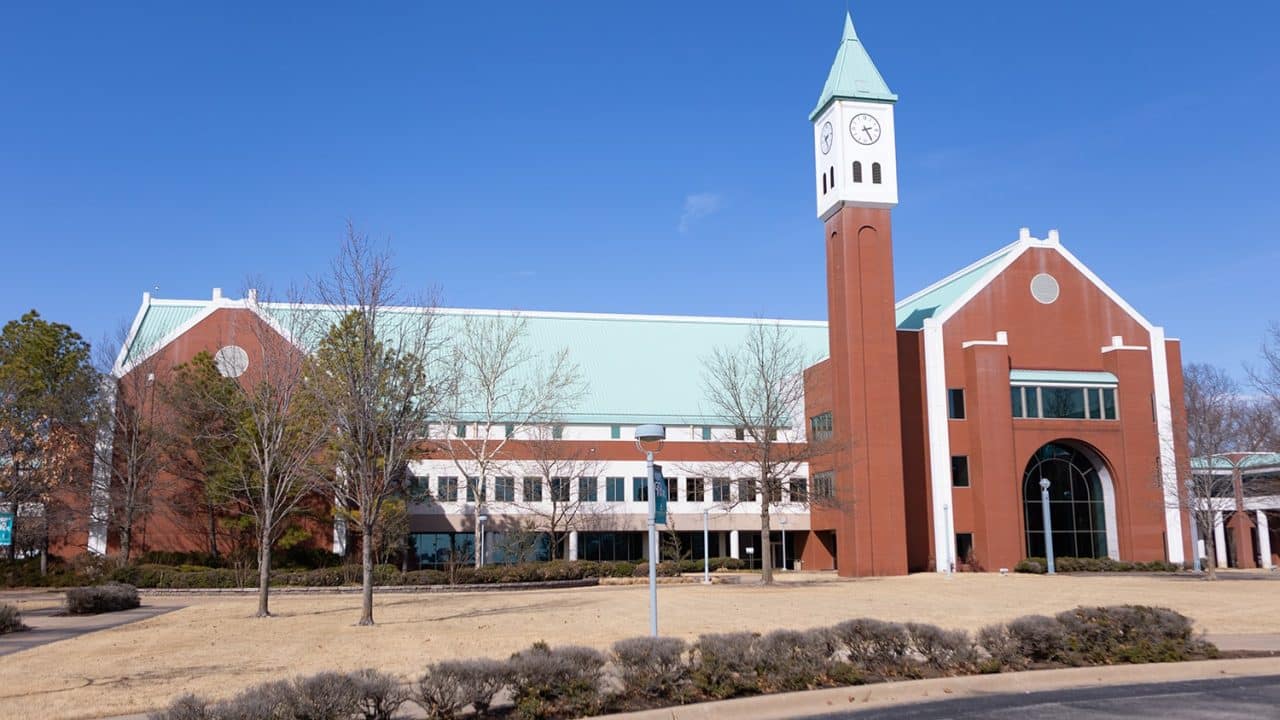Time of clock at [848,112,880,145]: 2:24
